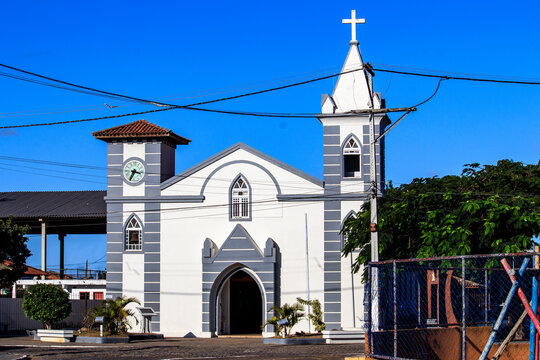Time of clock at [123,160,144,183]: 3:34
